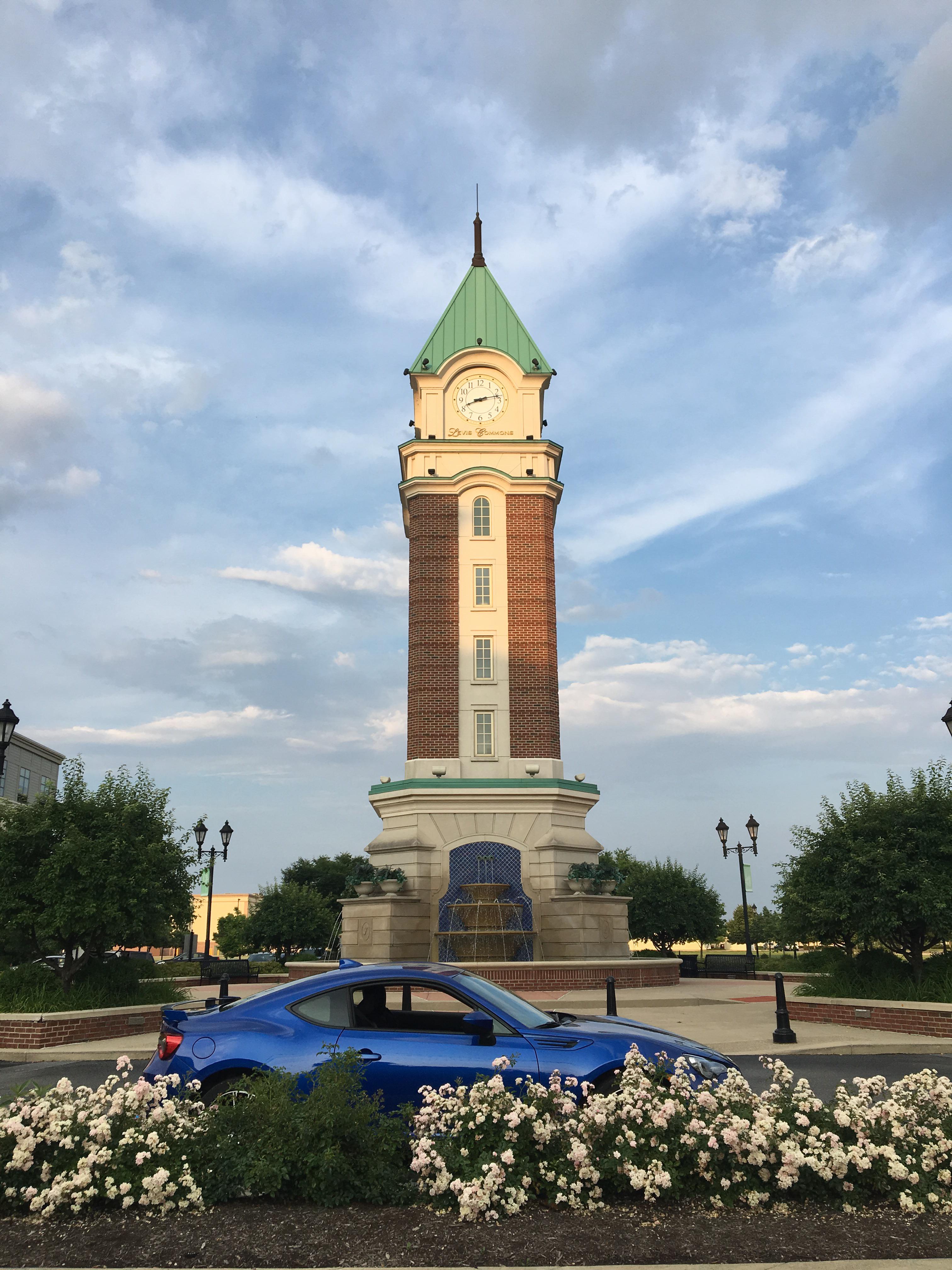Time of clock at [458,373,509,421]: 8:12
